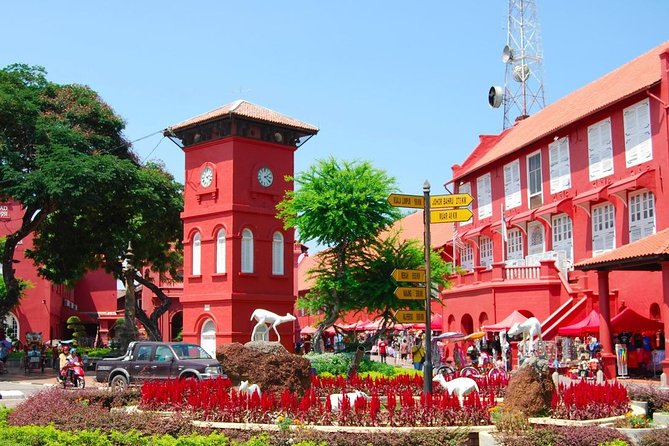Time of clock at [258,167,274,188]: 2:21
